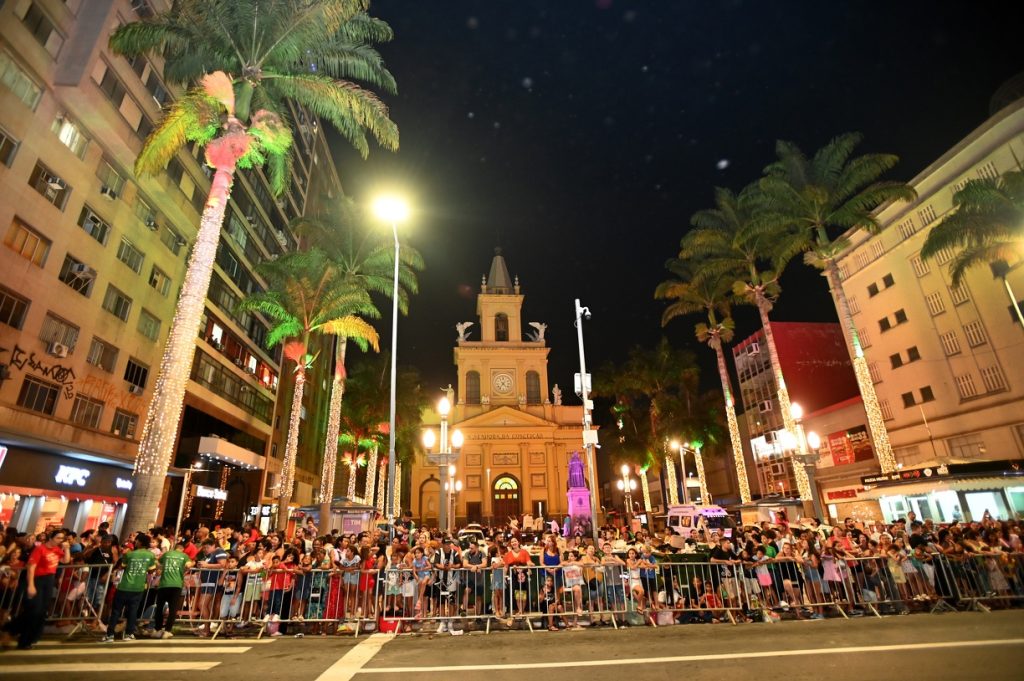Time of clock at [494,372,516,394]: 4:36
